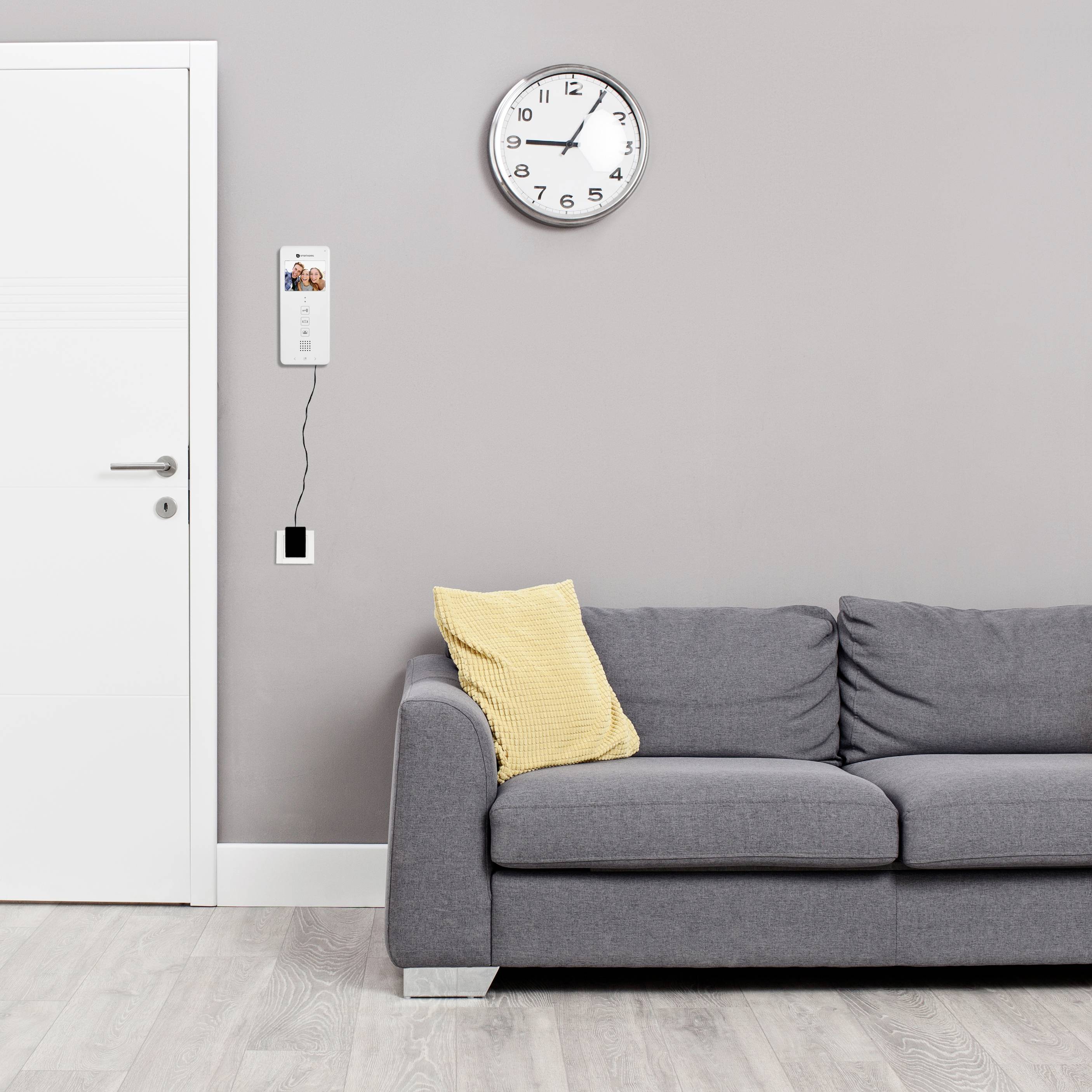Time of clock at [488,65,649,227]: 9:05
